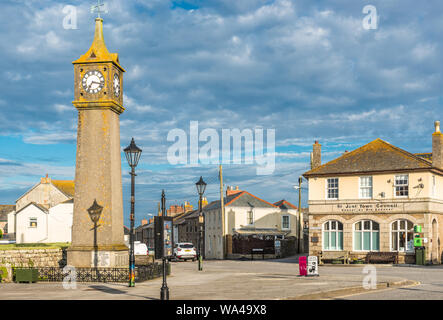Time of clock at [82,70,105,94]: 7:17
